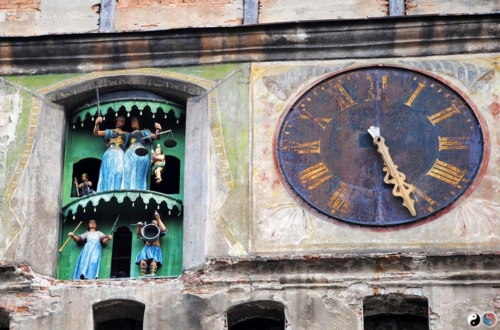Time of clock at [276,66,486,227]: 5:26
